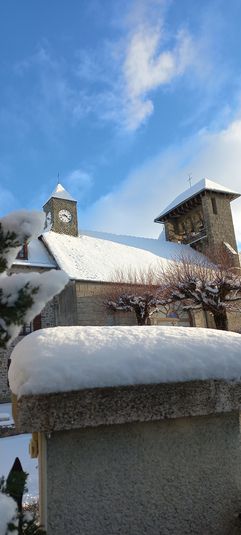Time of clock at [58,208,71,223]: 9:22
